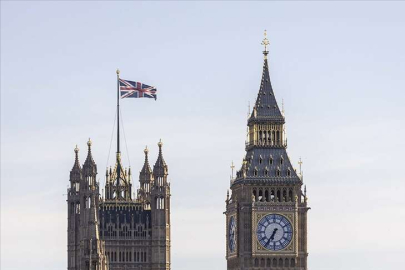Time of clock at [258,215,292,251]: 6:36
